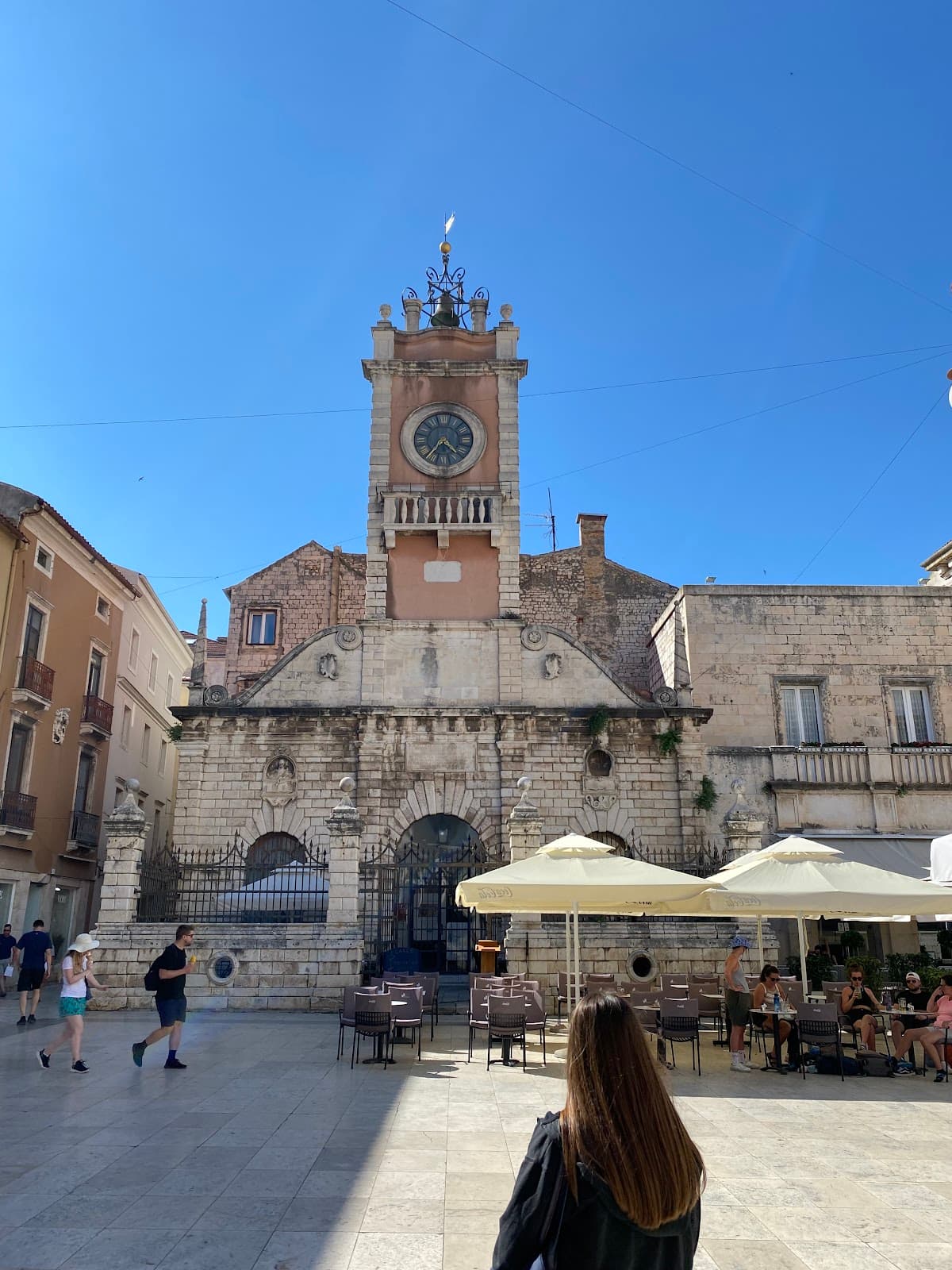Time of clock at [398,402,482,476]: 4:36
